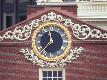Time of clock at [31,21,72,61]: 11:37
